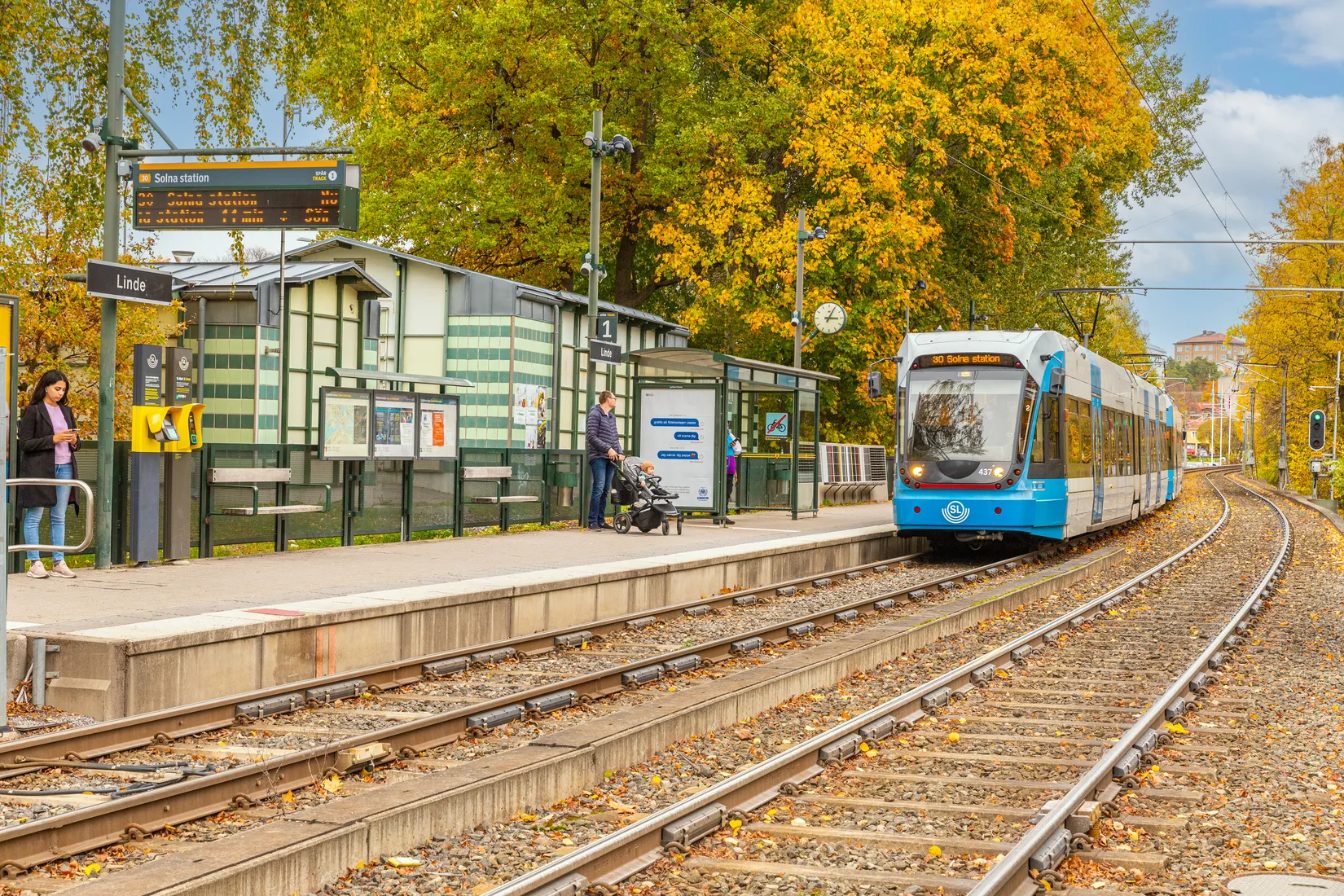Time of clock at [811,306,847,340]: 3:04
